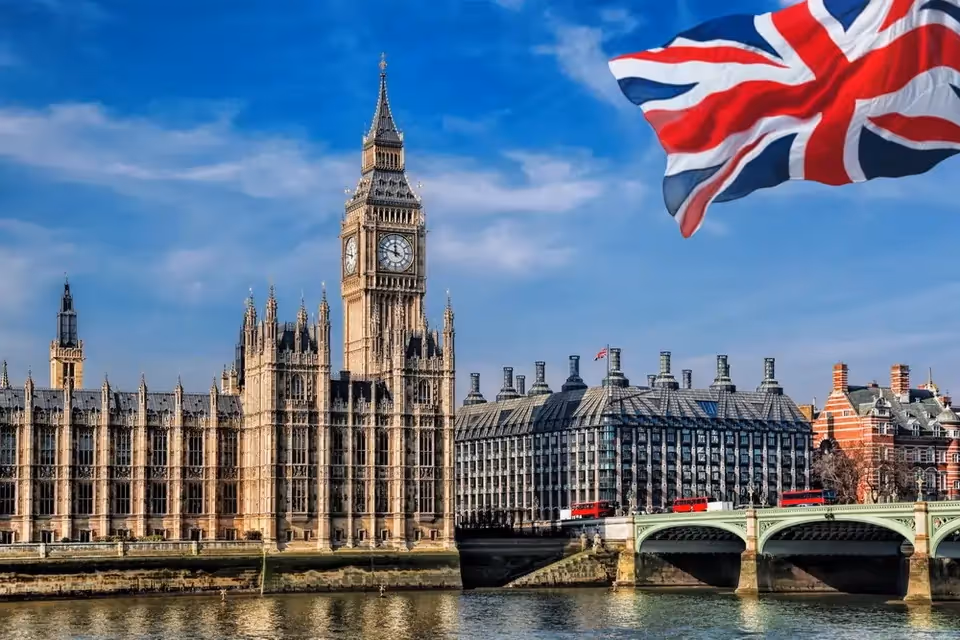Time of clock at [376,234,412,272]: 11:47
